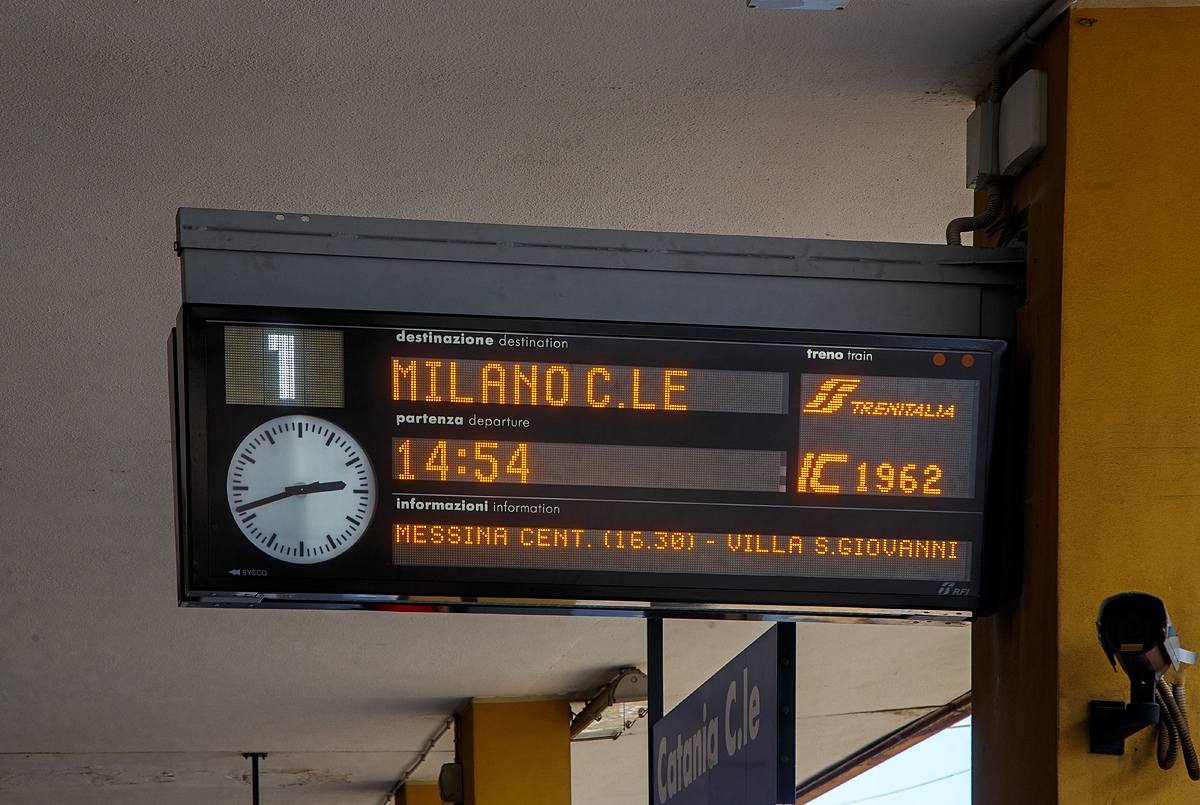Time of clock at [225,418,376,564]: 2:42
